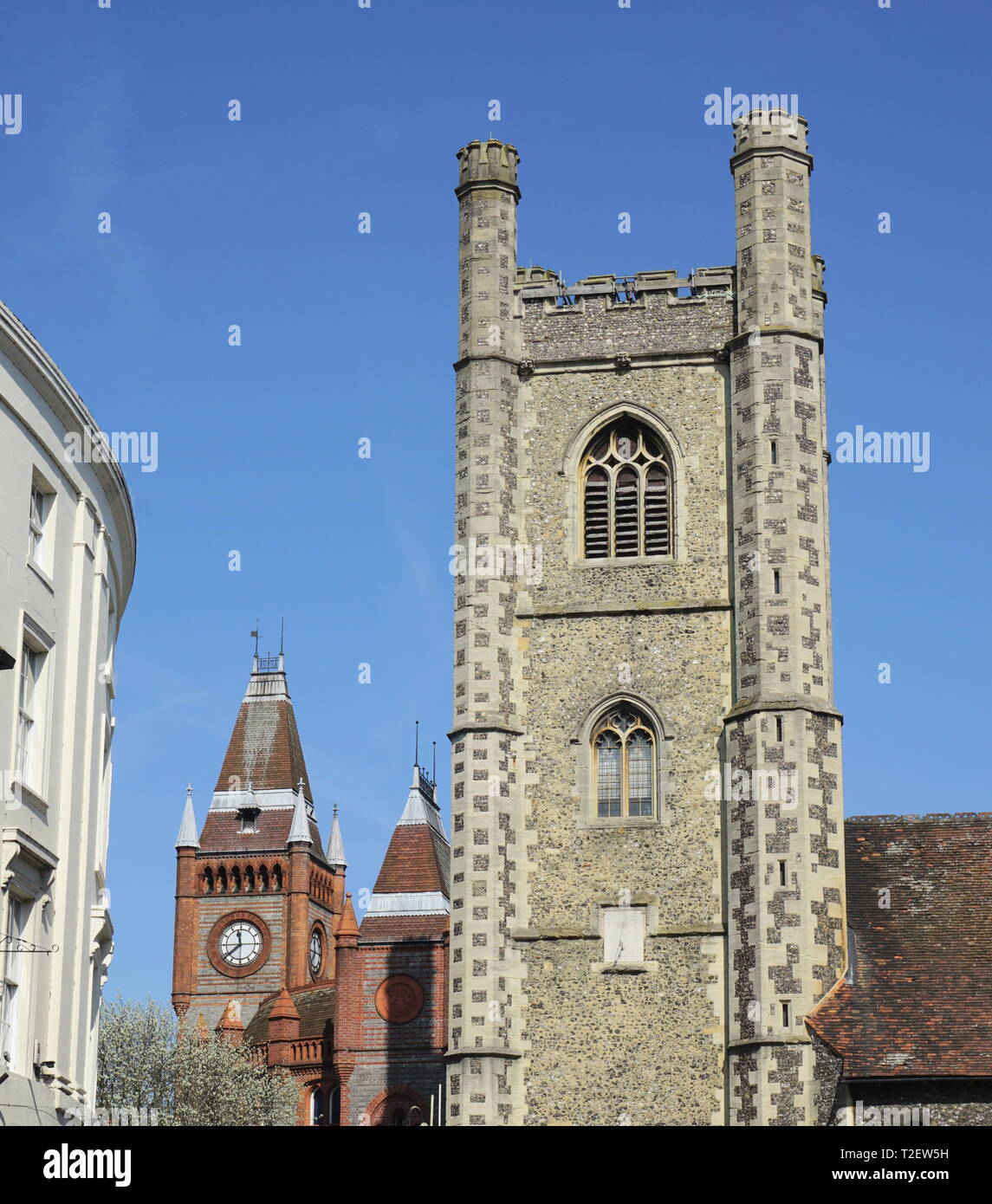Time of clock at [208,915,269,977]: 11:38
